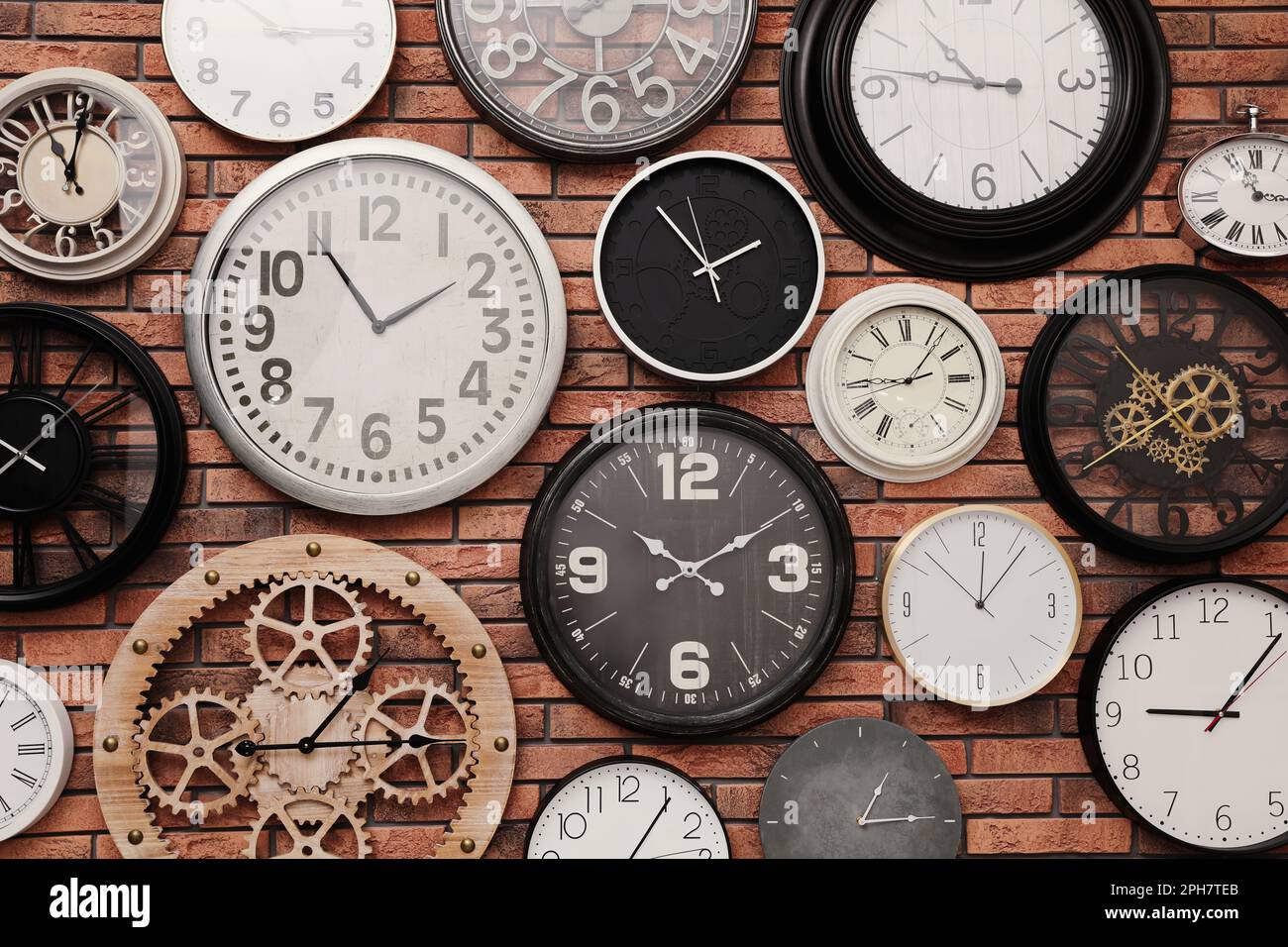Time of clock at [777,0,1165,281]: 10:46
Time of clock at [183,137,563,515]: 1:54
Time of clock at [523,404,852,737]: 10:09
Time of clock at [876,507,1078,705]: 12:06
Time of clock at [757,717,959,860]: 1:14
